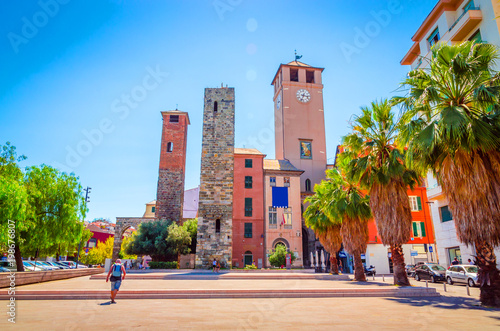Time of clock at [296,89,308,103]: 3:33
